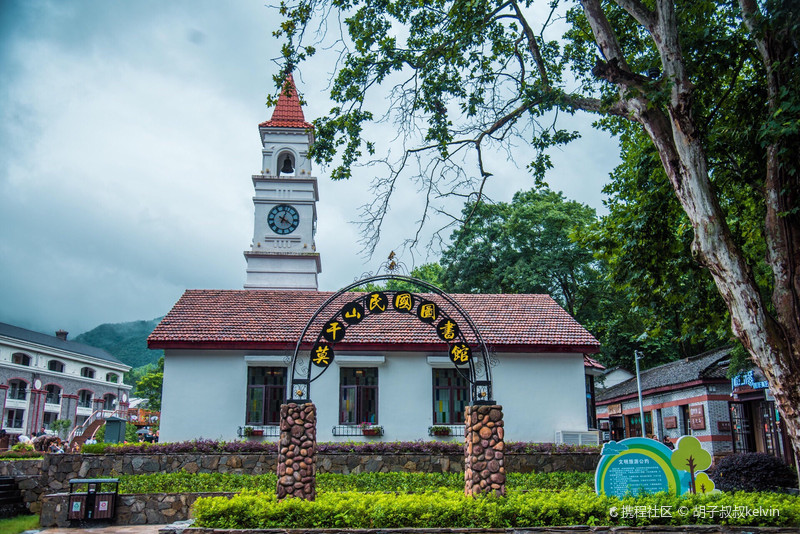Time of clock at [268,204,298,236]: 4:02
